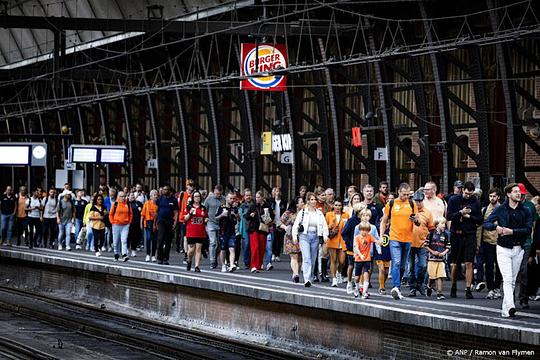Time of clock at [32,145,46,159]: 4:12
